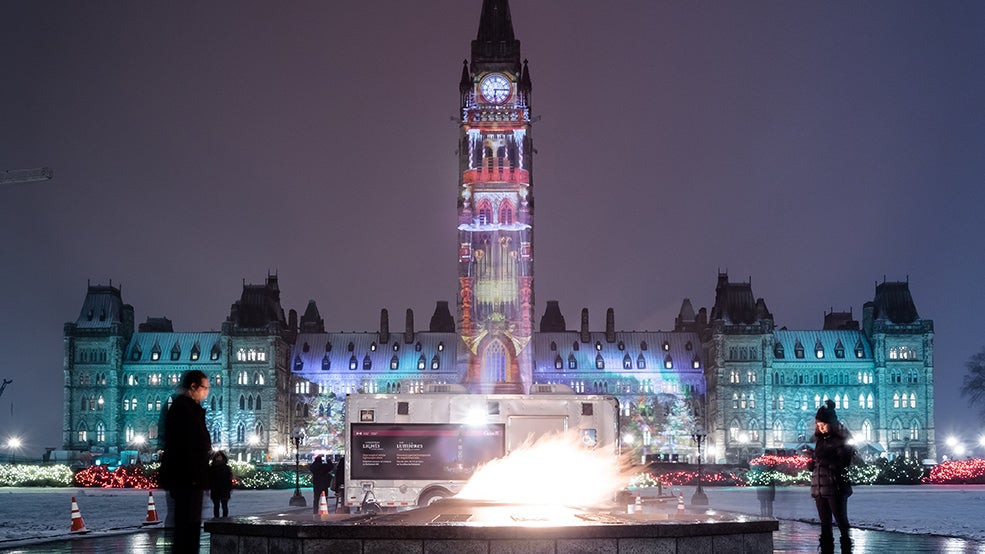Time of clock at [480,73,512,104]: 6:15
